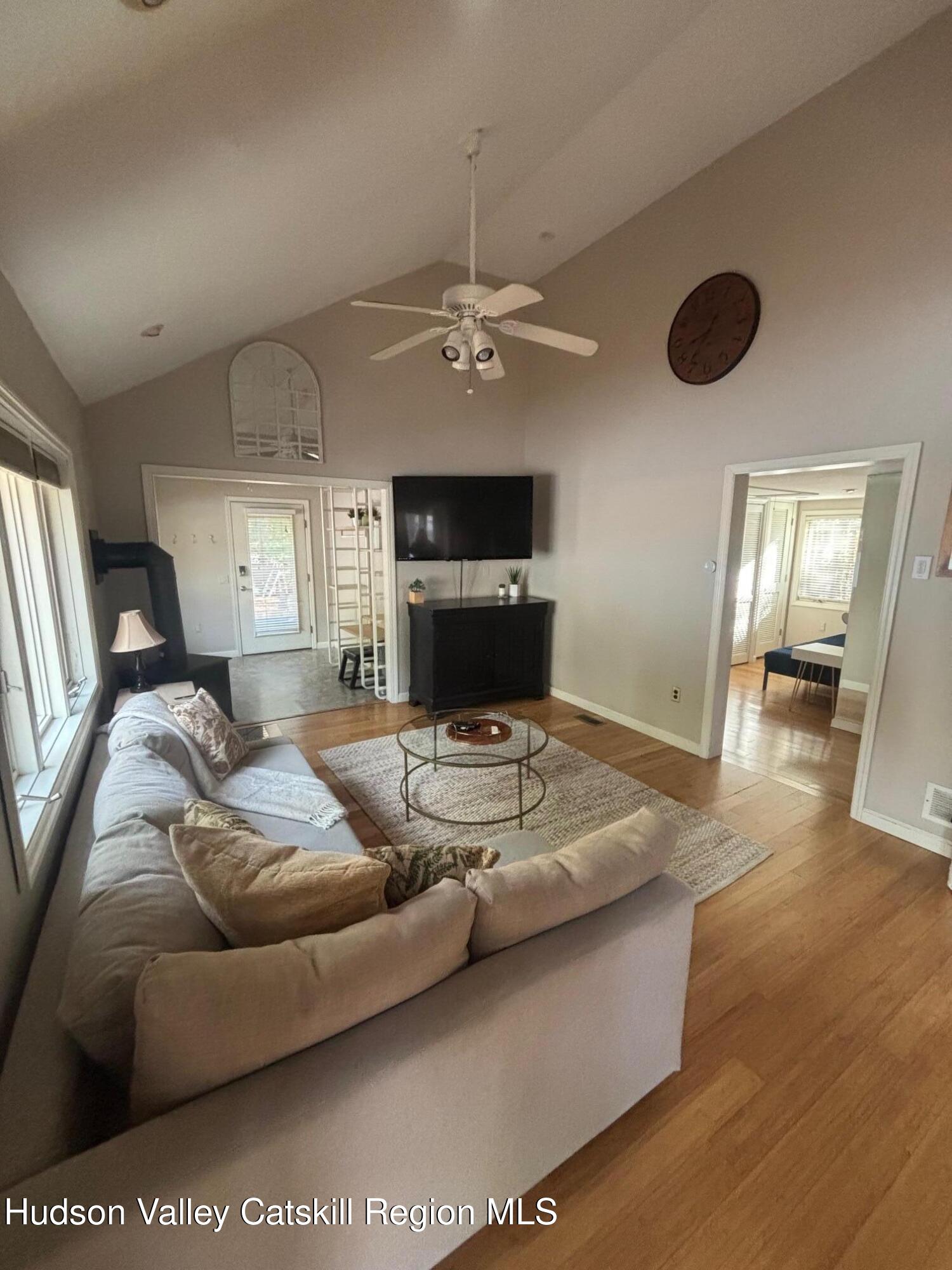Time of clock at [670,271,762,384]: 8:36
